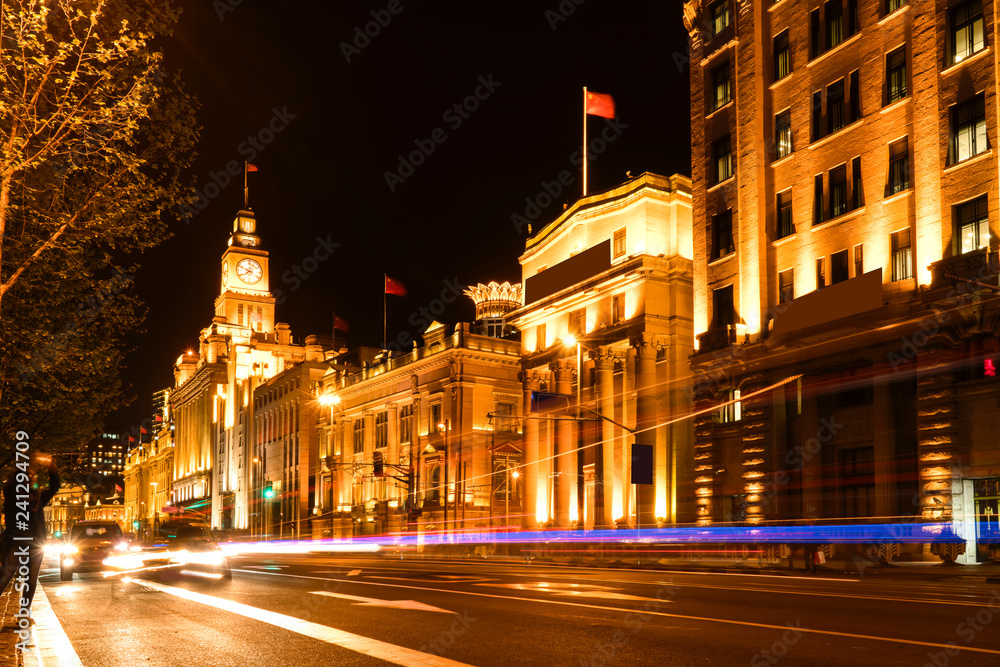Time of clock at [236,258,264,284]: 7:48
